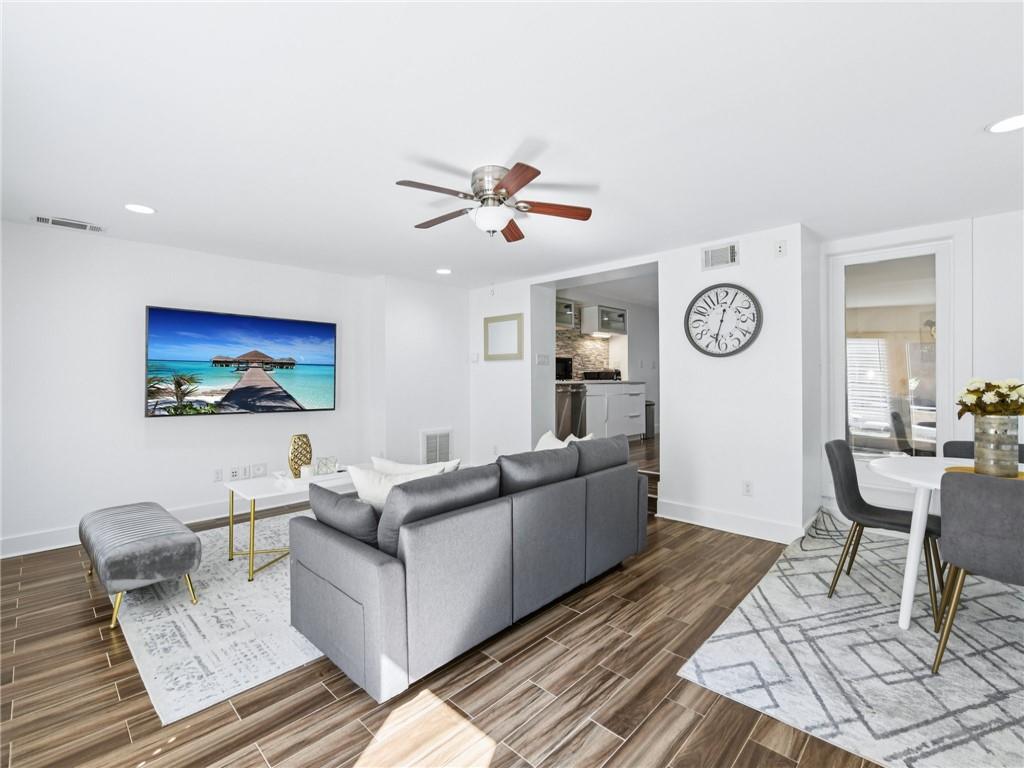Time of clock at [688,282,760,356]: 12:32
